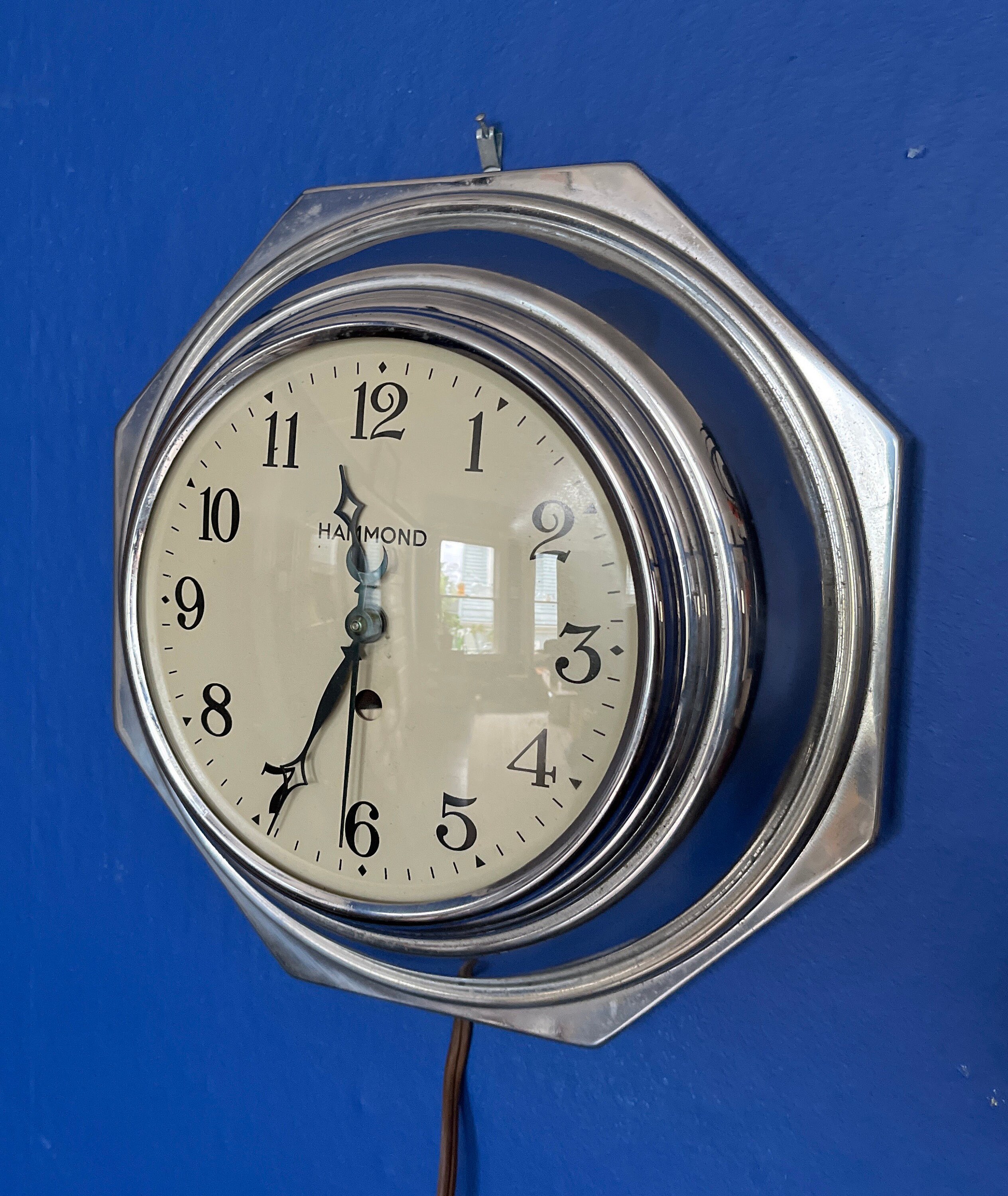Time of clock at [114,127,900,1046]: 11:34
